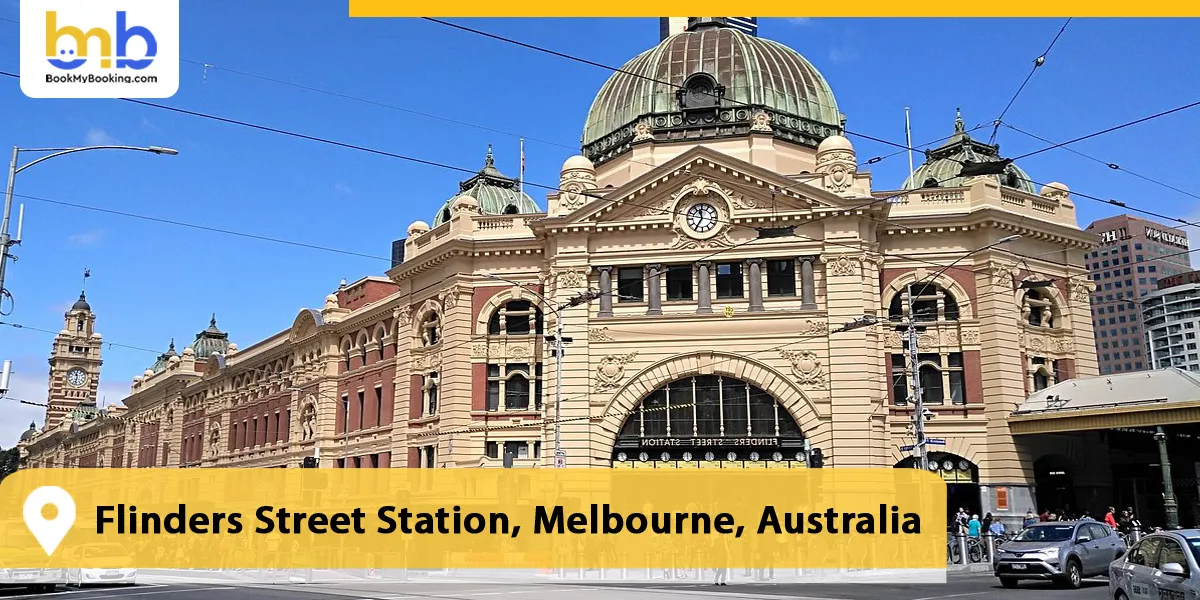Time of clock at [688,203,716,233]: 11:35
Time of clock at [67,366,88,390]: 11:32
